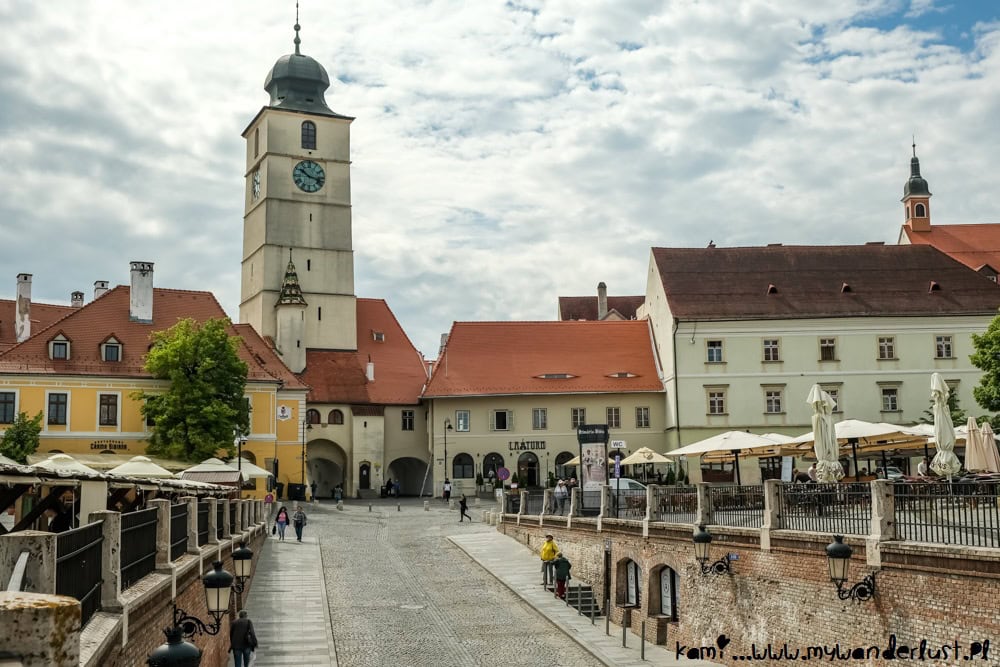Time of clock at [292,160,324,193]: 10:17
